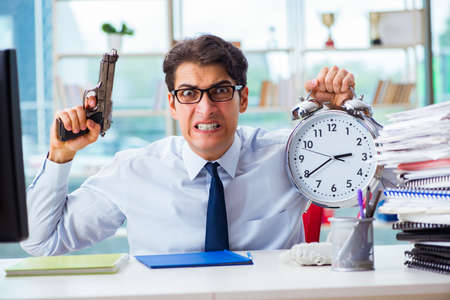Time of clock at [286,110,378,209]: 2:39
